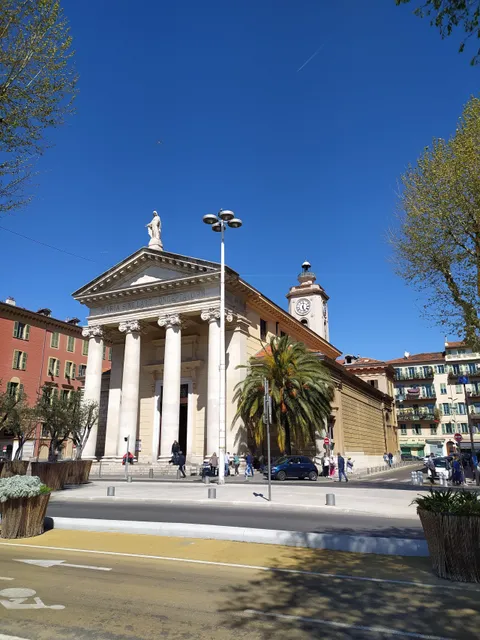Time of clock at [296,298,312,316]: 12:26
